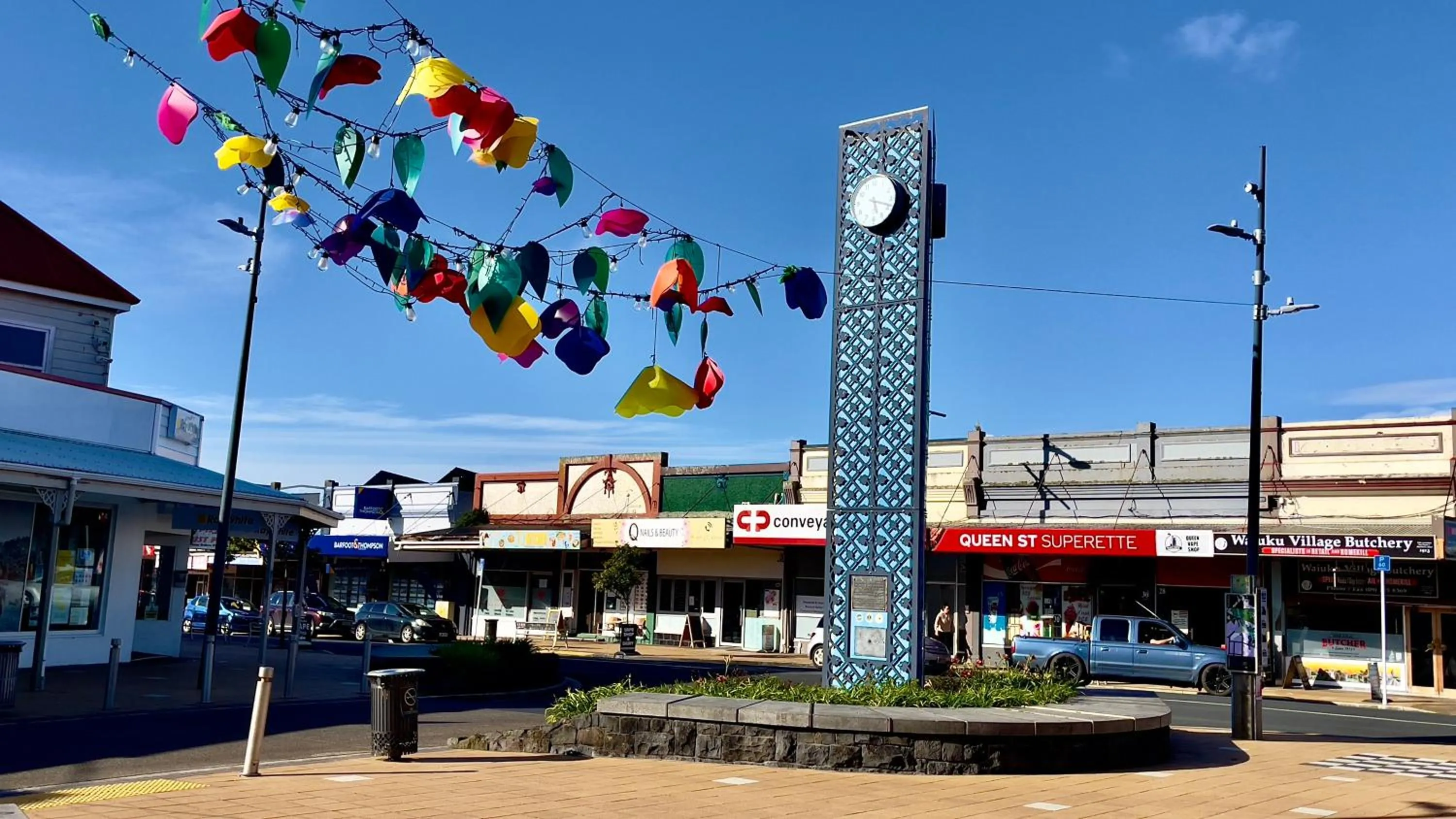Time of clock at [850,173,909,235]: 5:18
